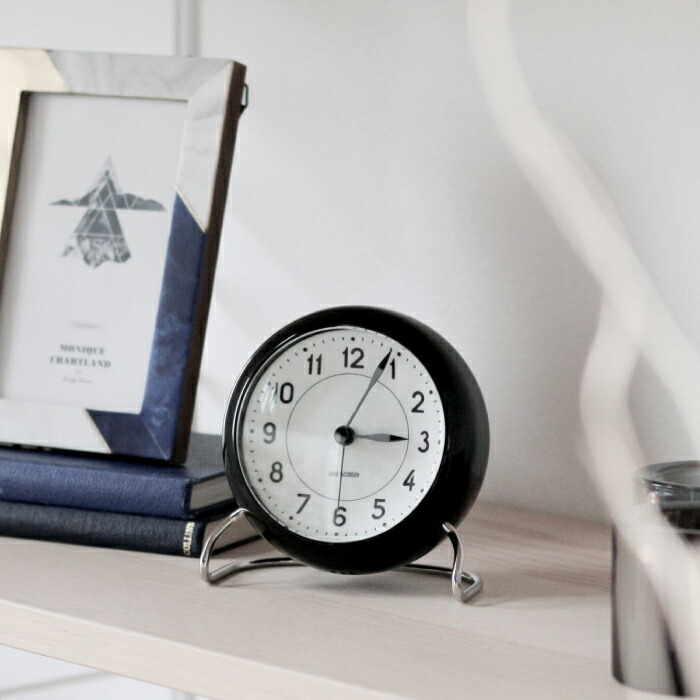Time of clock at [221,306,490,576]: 3:04
